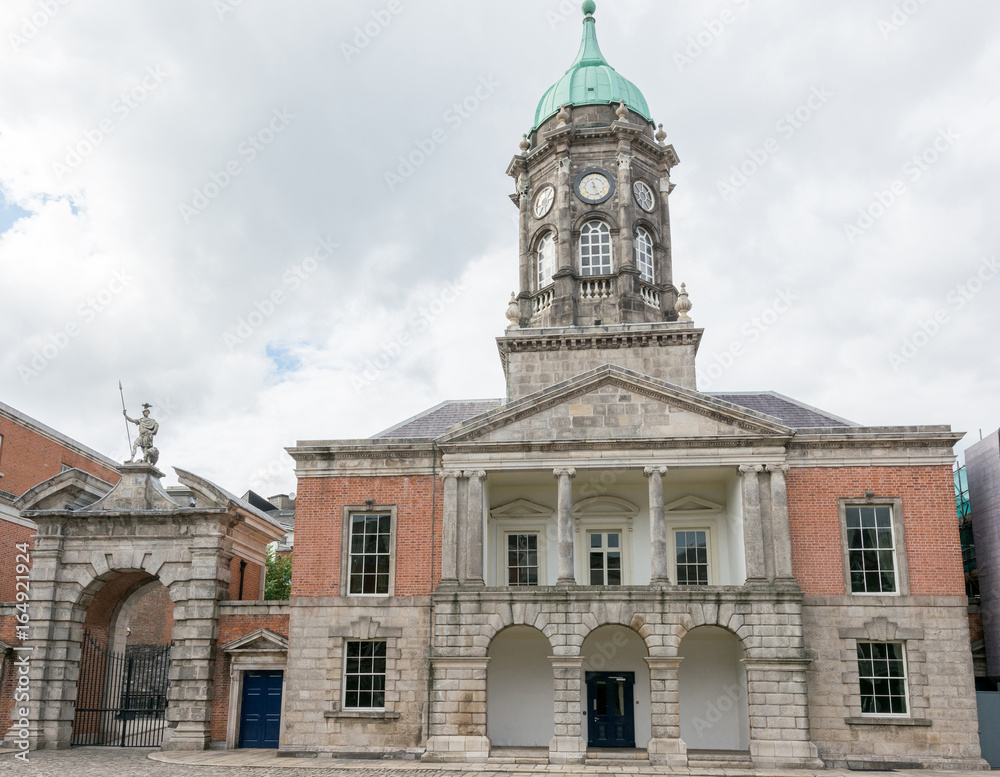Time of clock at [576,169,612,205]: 11:25
